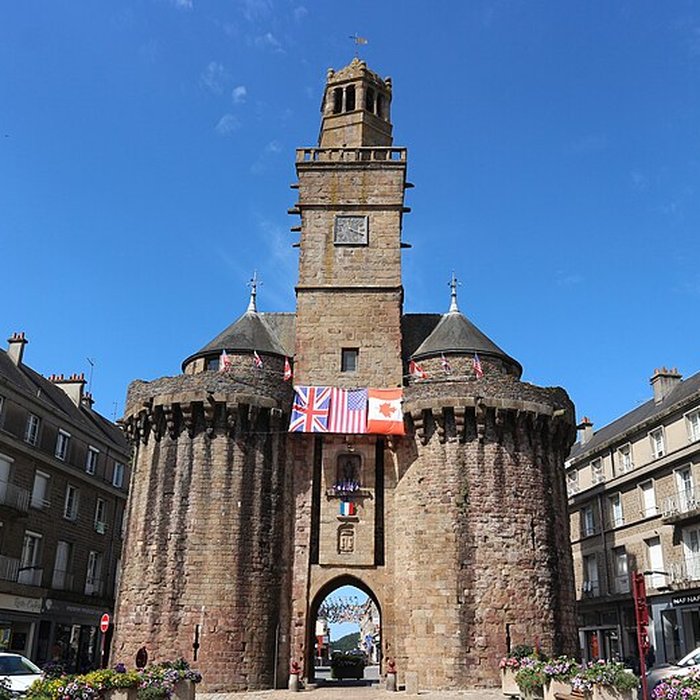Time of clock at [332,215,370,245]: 4:19
